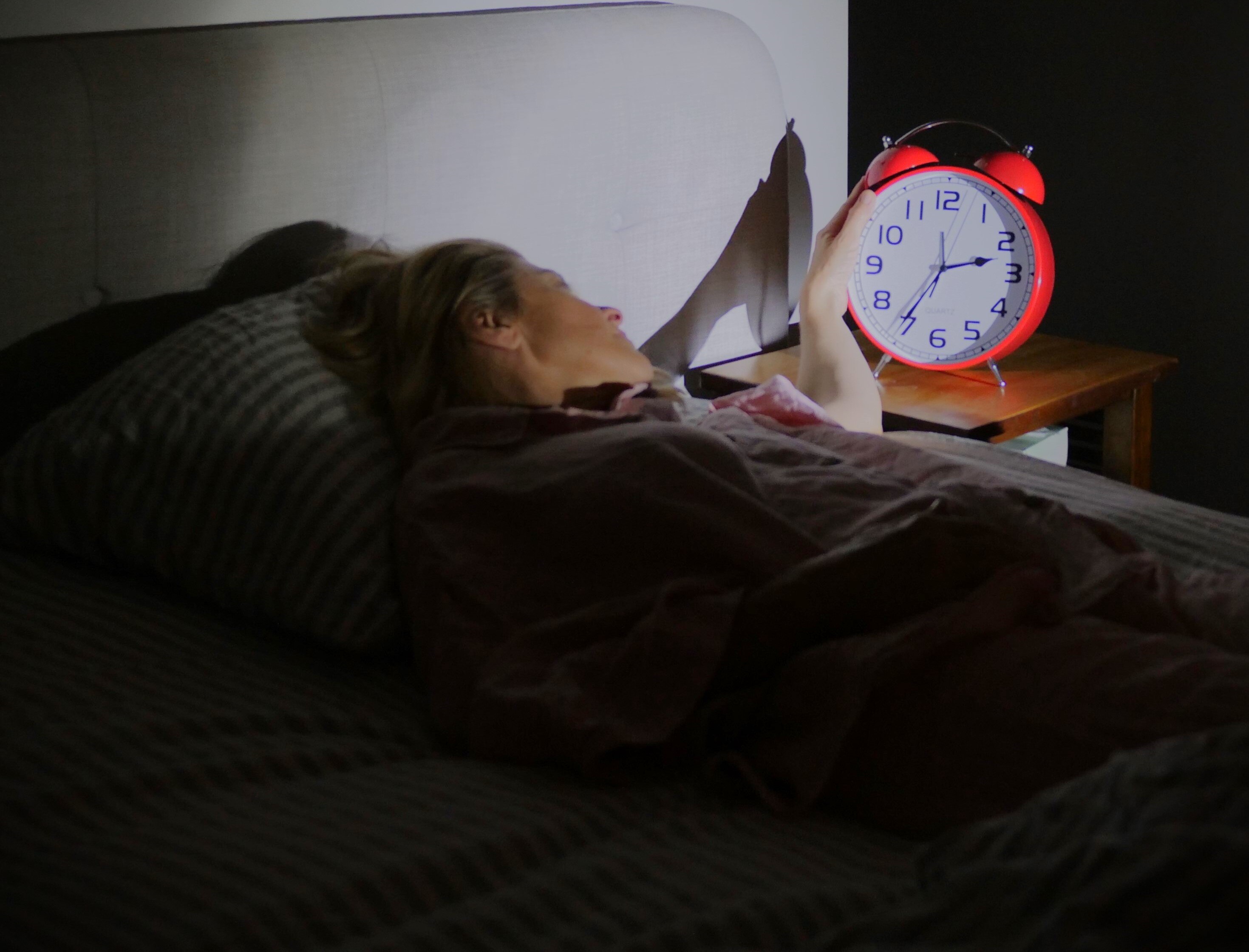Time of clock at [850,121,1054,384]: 2:35
